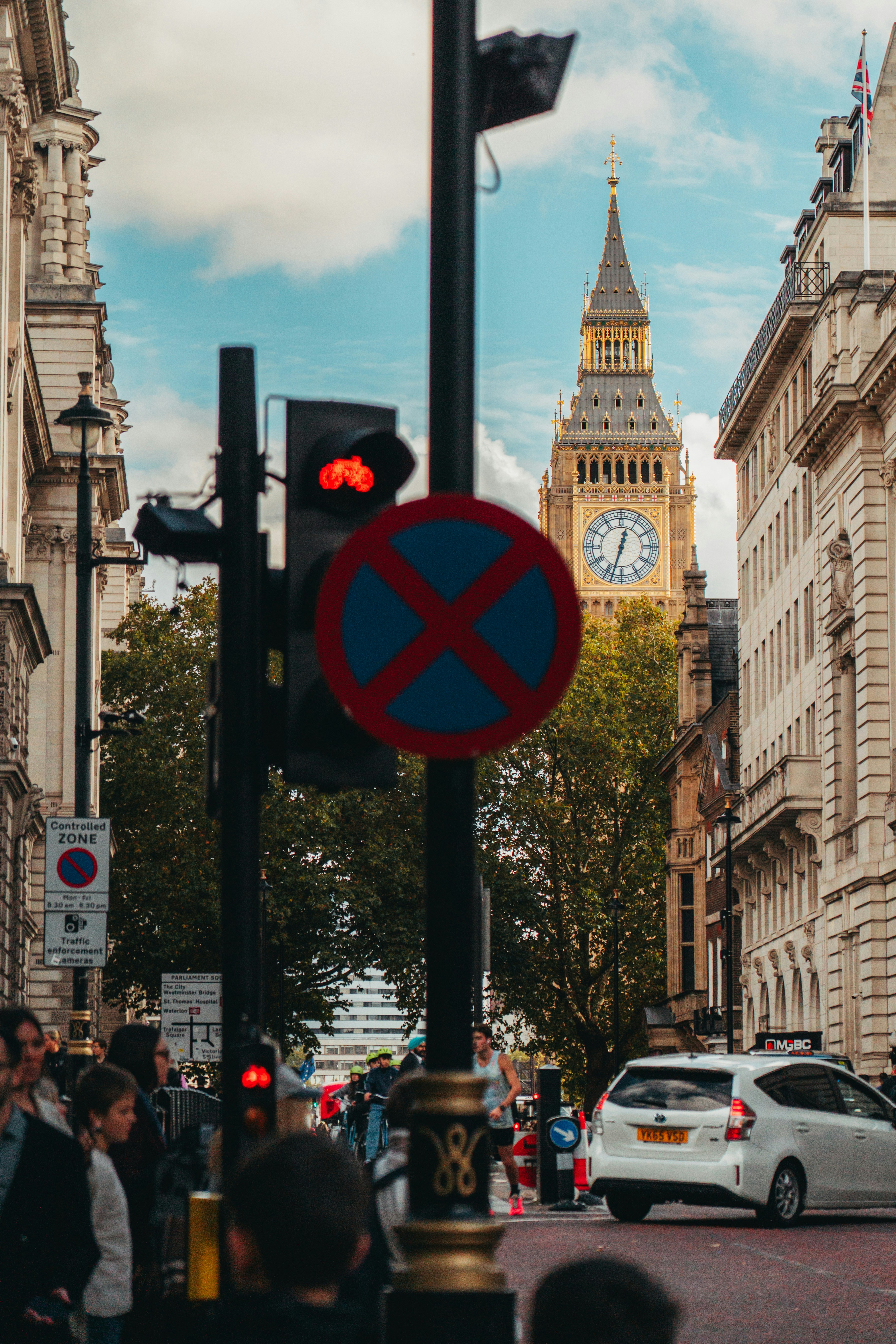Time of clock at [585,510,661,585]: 12:32
